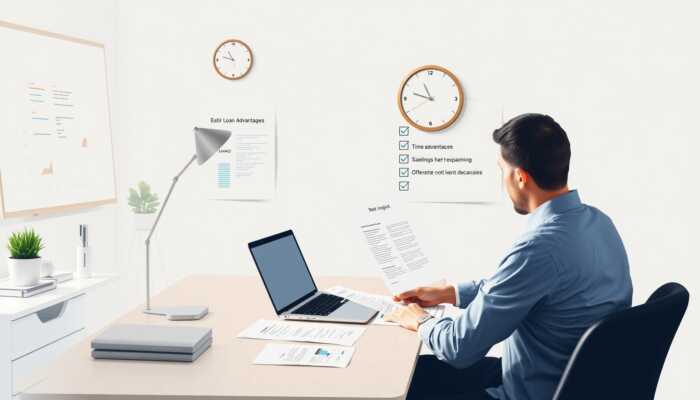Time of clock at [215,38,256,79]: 10:47
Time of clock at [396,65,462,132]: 10:47
